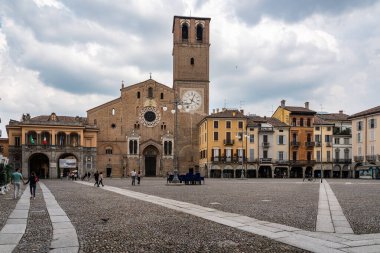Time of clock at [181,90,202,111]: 4:03
